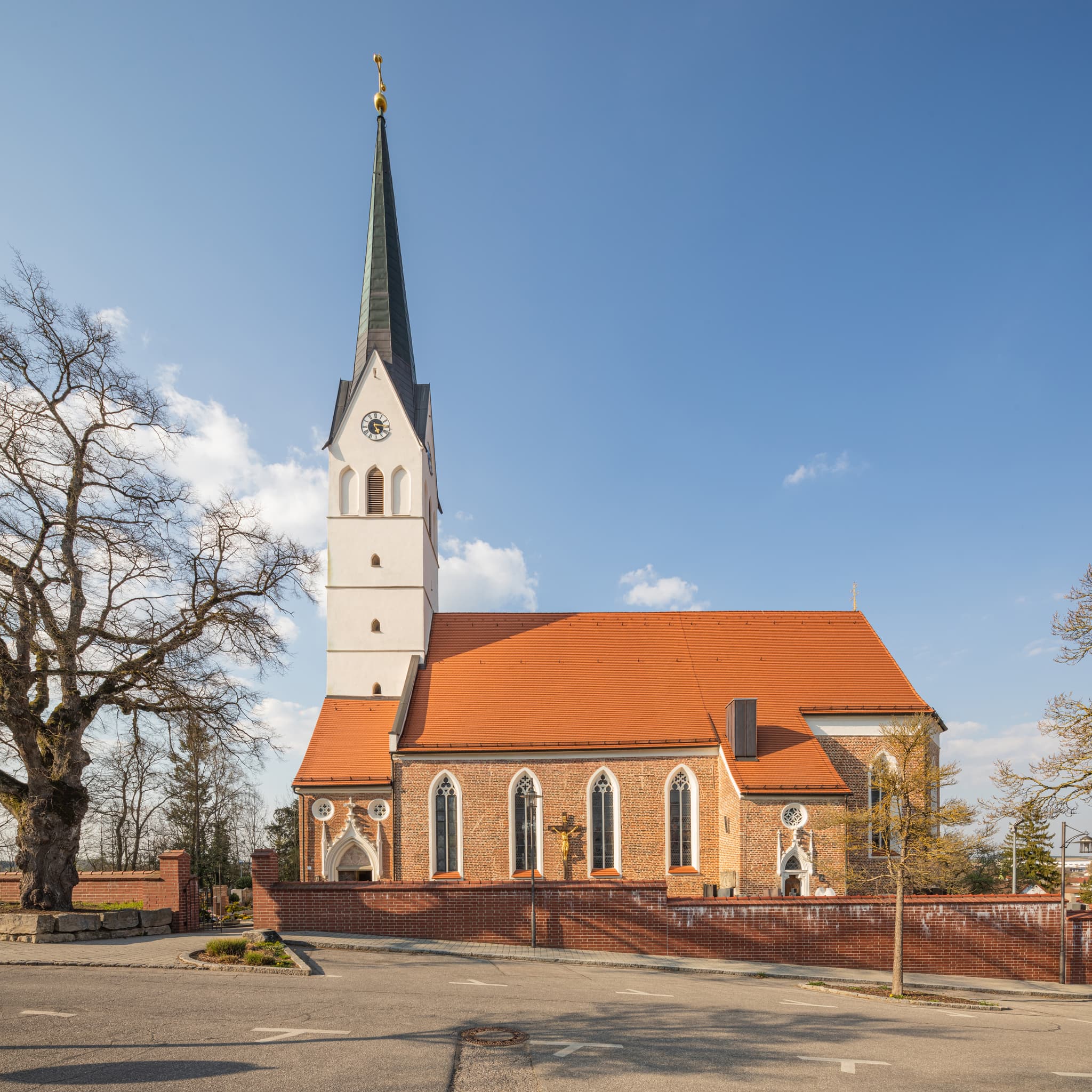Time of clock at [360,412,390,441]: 5:16
